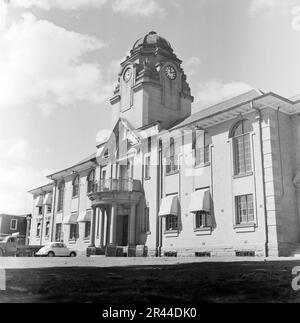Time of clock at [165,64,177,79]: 12:12
